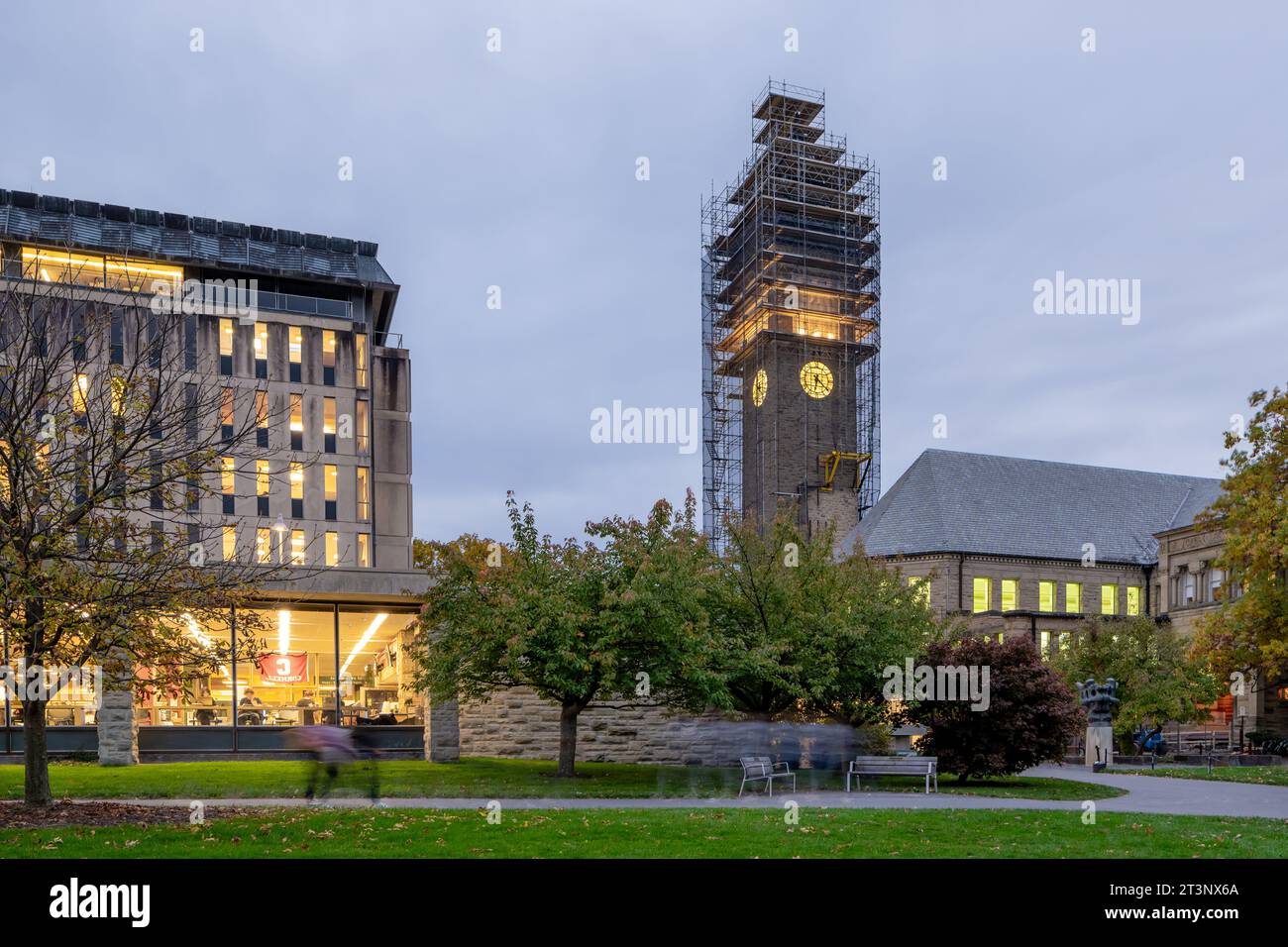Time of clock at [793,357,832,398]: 6:21
